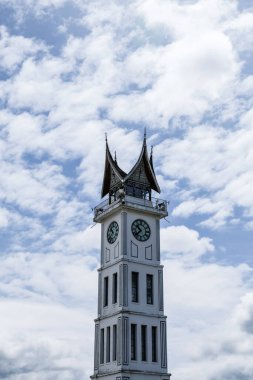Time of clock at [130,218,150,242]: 10:37
